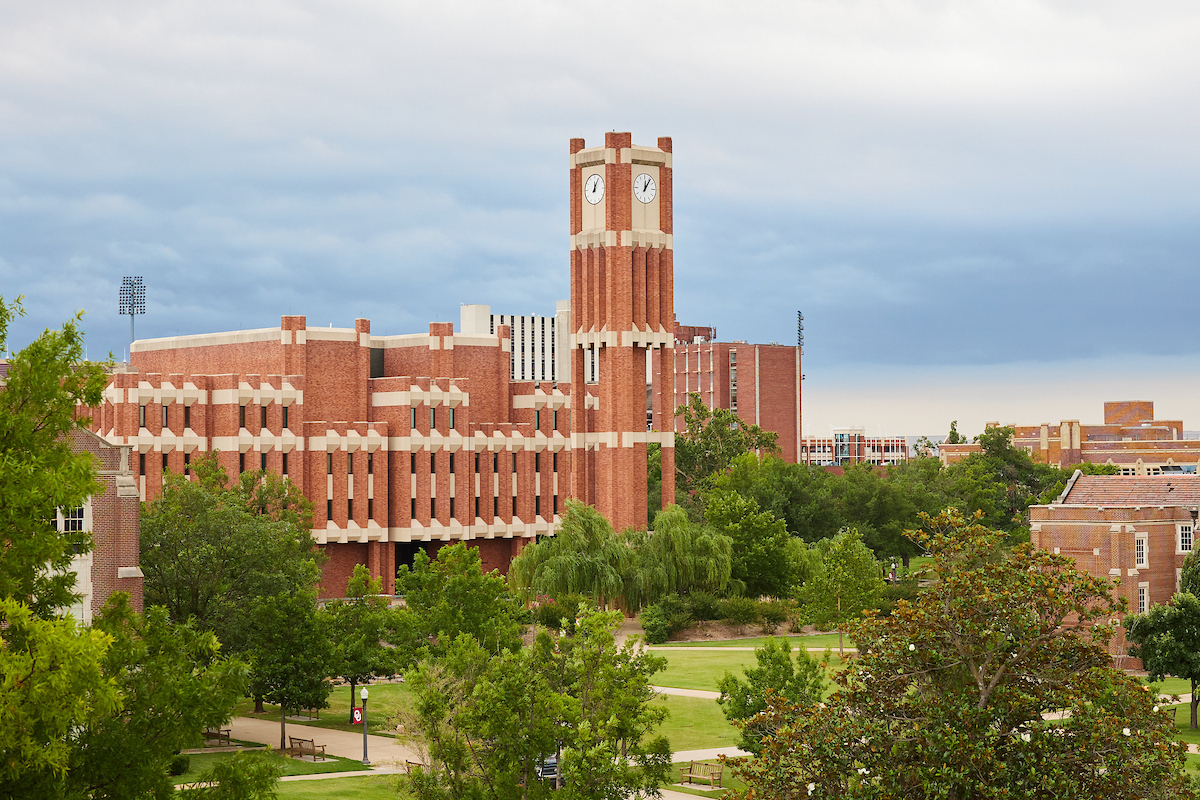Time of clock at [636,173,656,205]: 12:06
